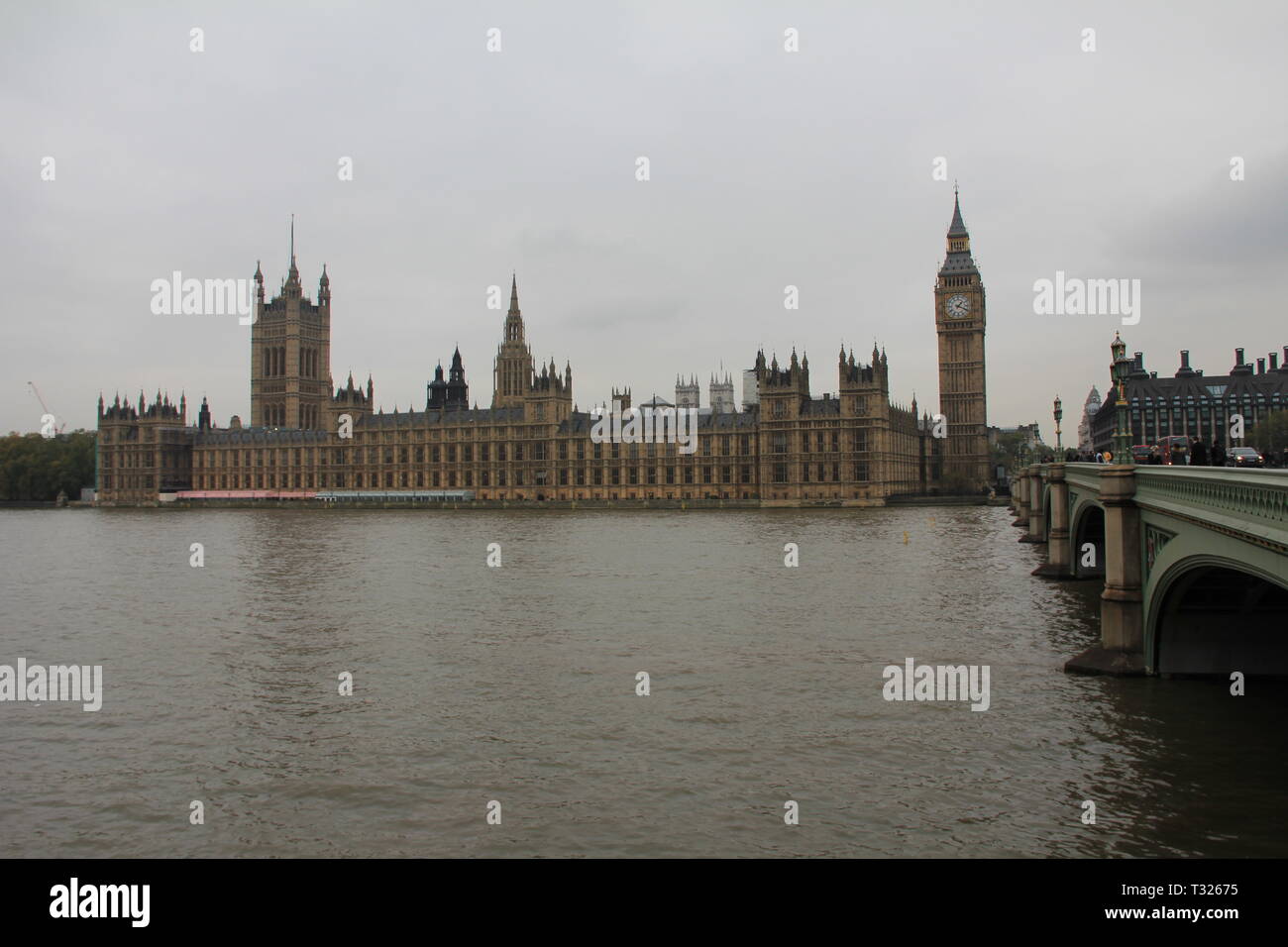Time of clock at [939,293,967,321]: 1:18
